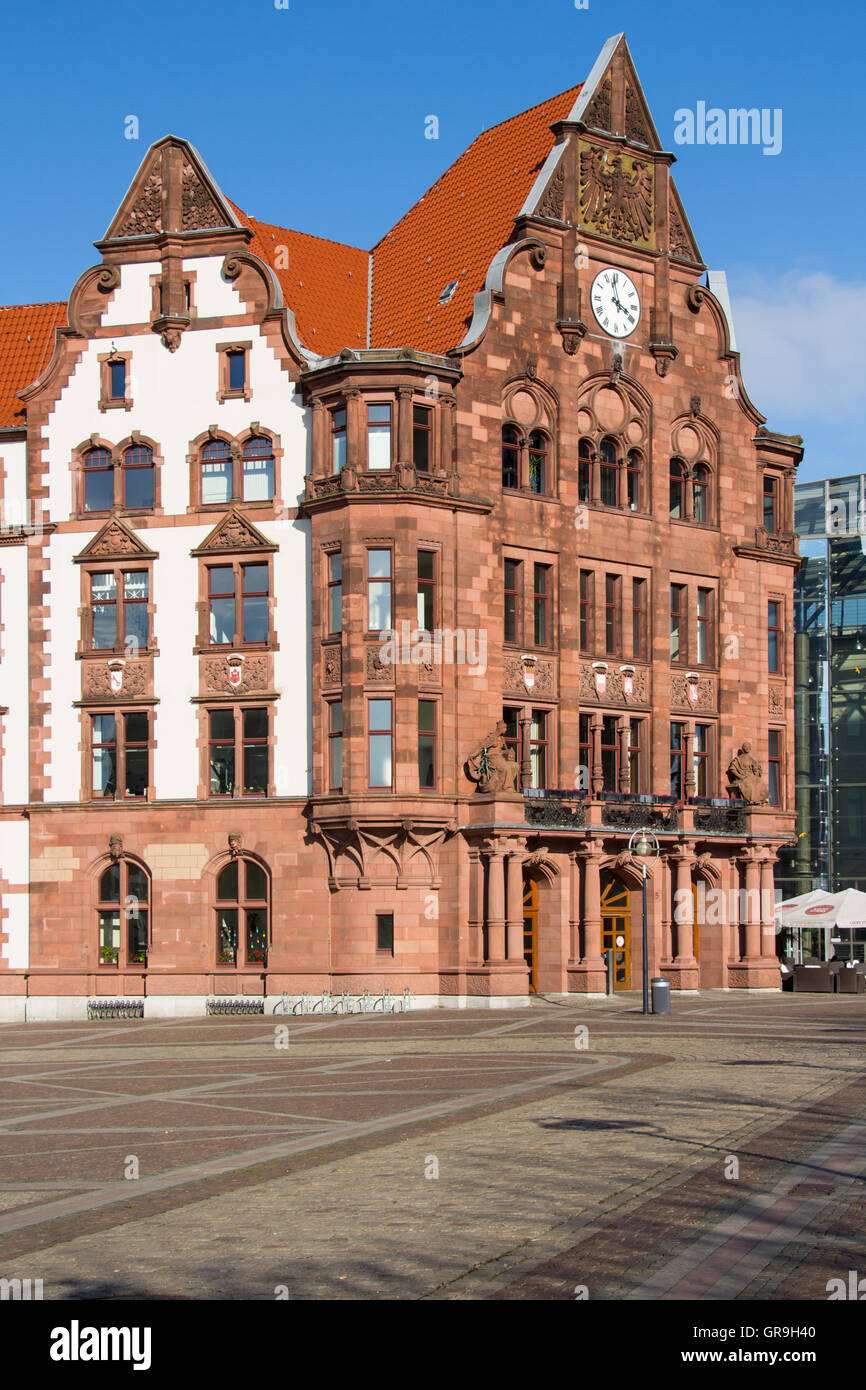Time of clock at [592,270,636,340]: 3:58
